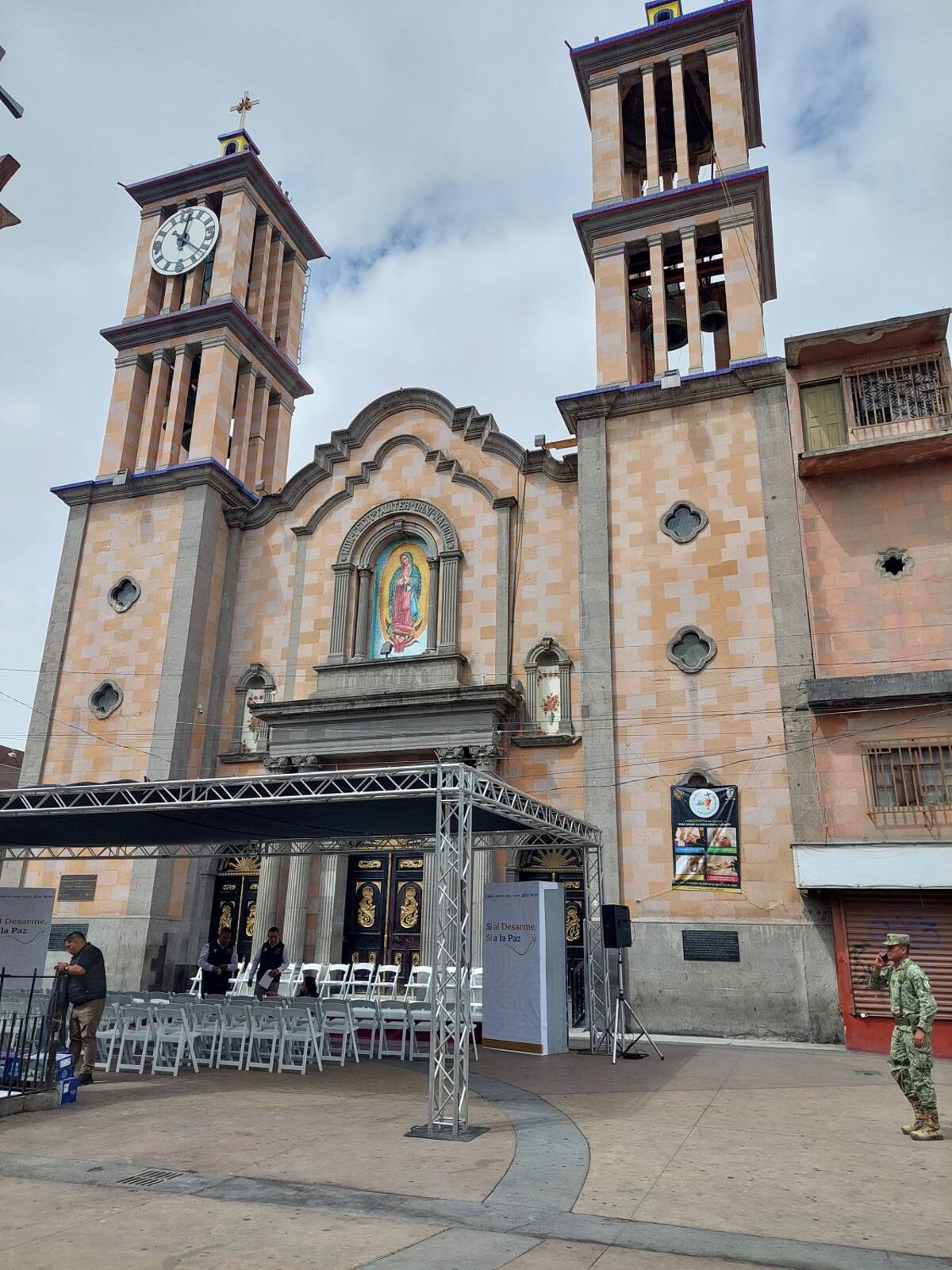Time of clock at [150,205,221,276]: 12:21
